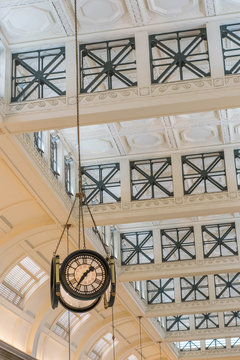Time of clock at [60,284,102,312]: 1:36
